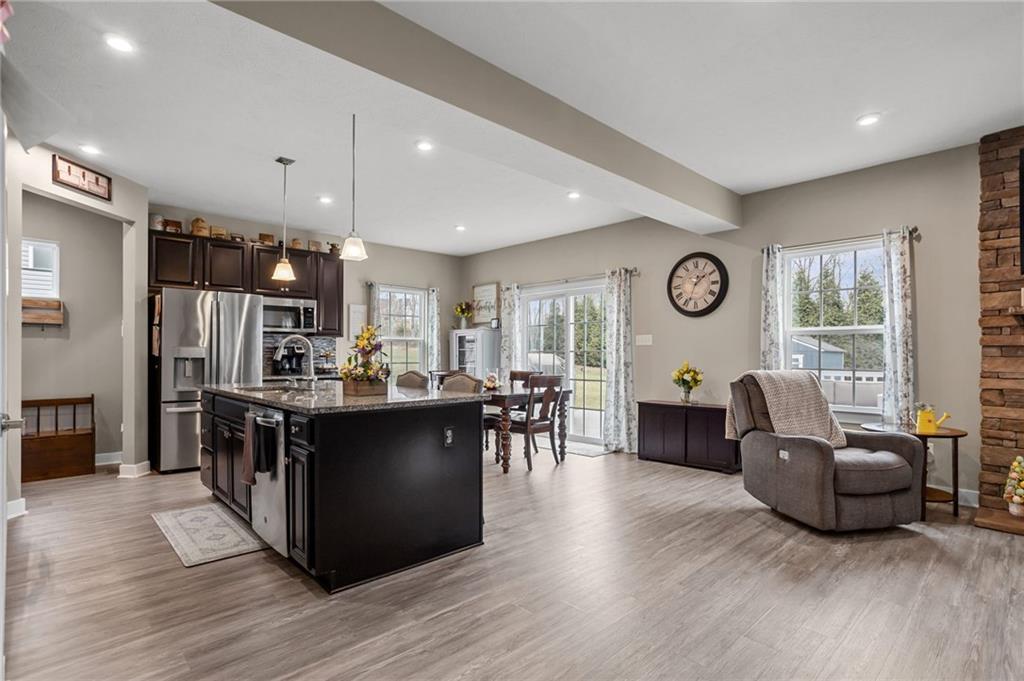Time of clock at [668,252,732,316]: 1:33
